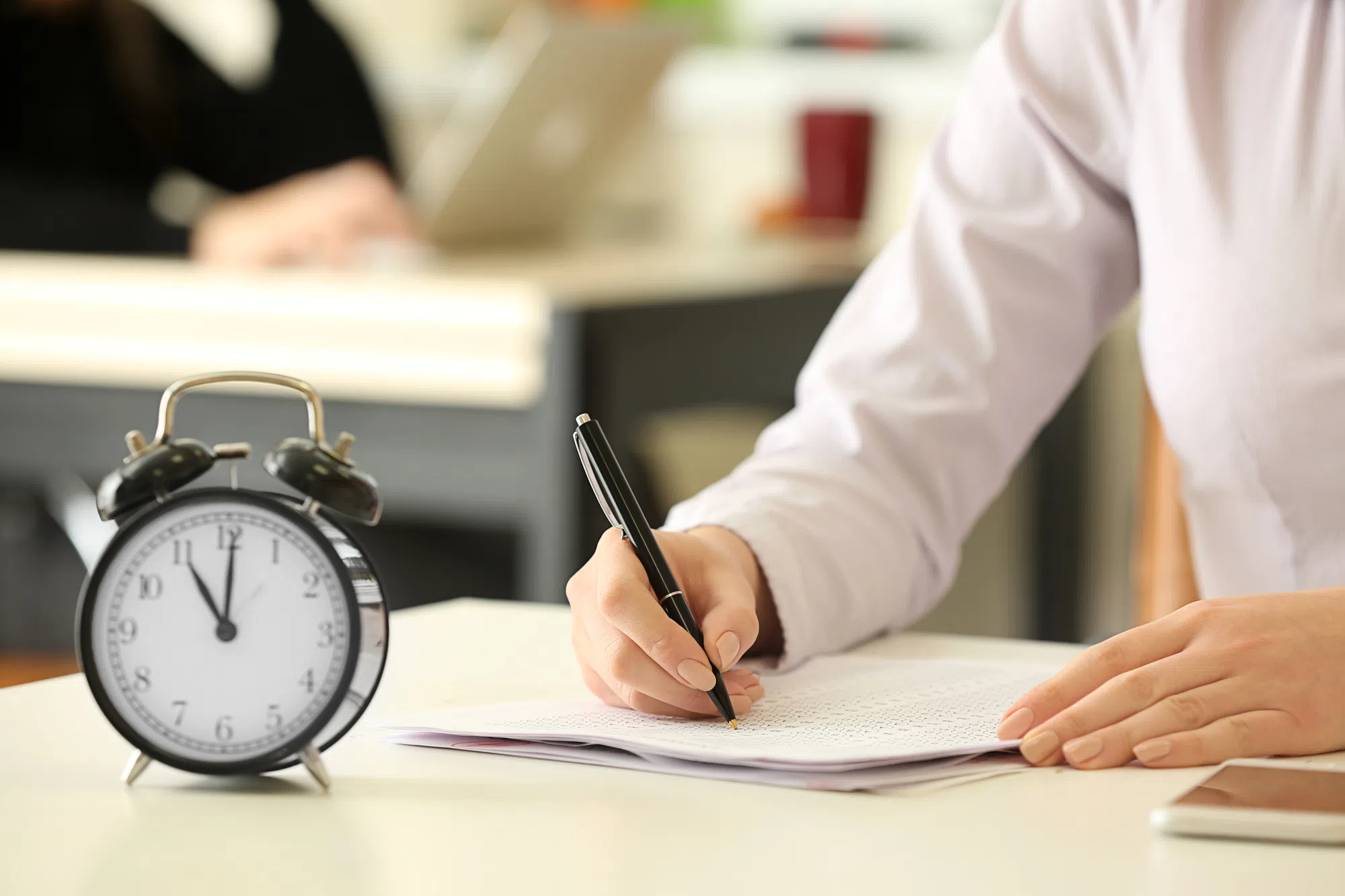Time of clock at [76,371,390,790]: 11:00
